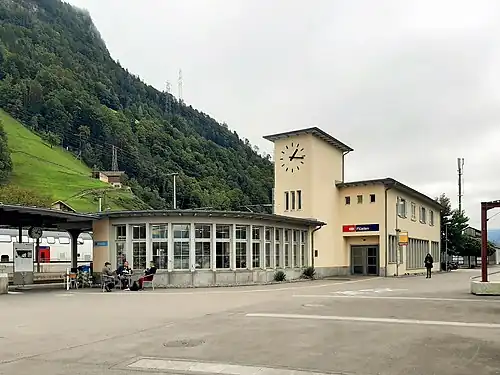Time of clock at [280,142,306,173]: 1:16
